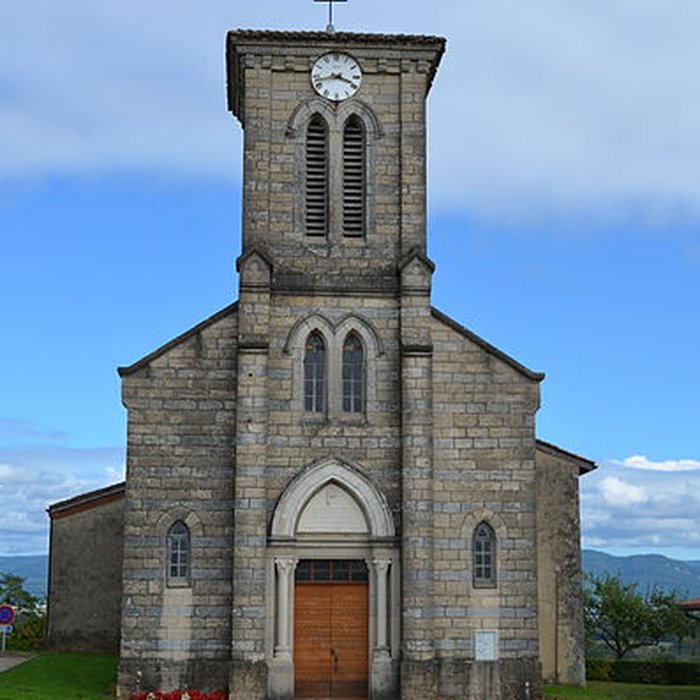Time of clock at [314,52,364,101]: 3:42
